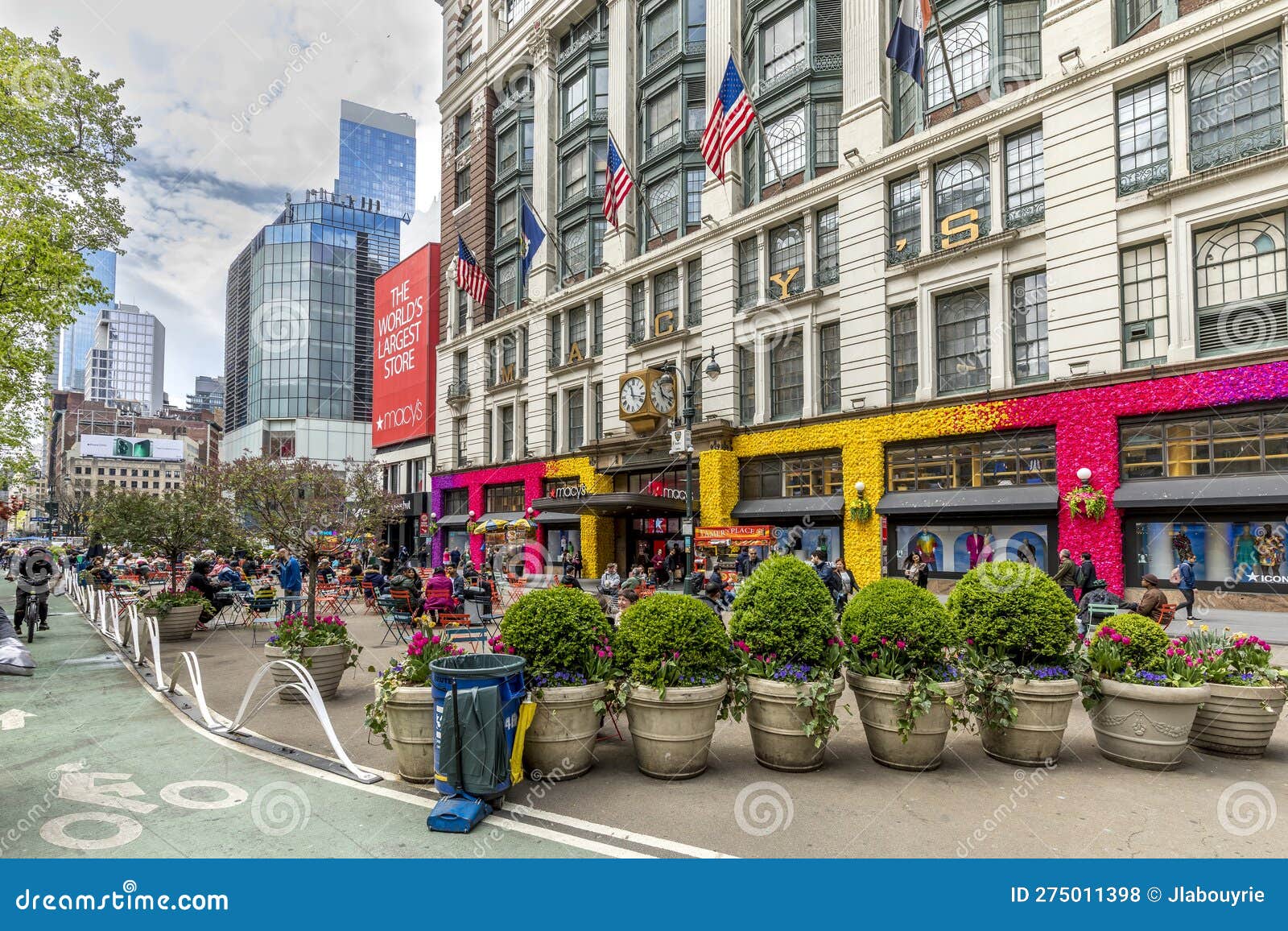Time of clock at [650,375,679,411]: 11:17
